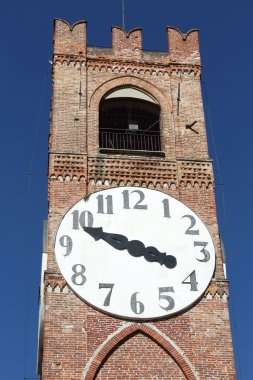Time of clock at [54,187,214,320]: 3:48
